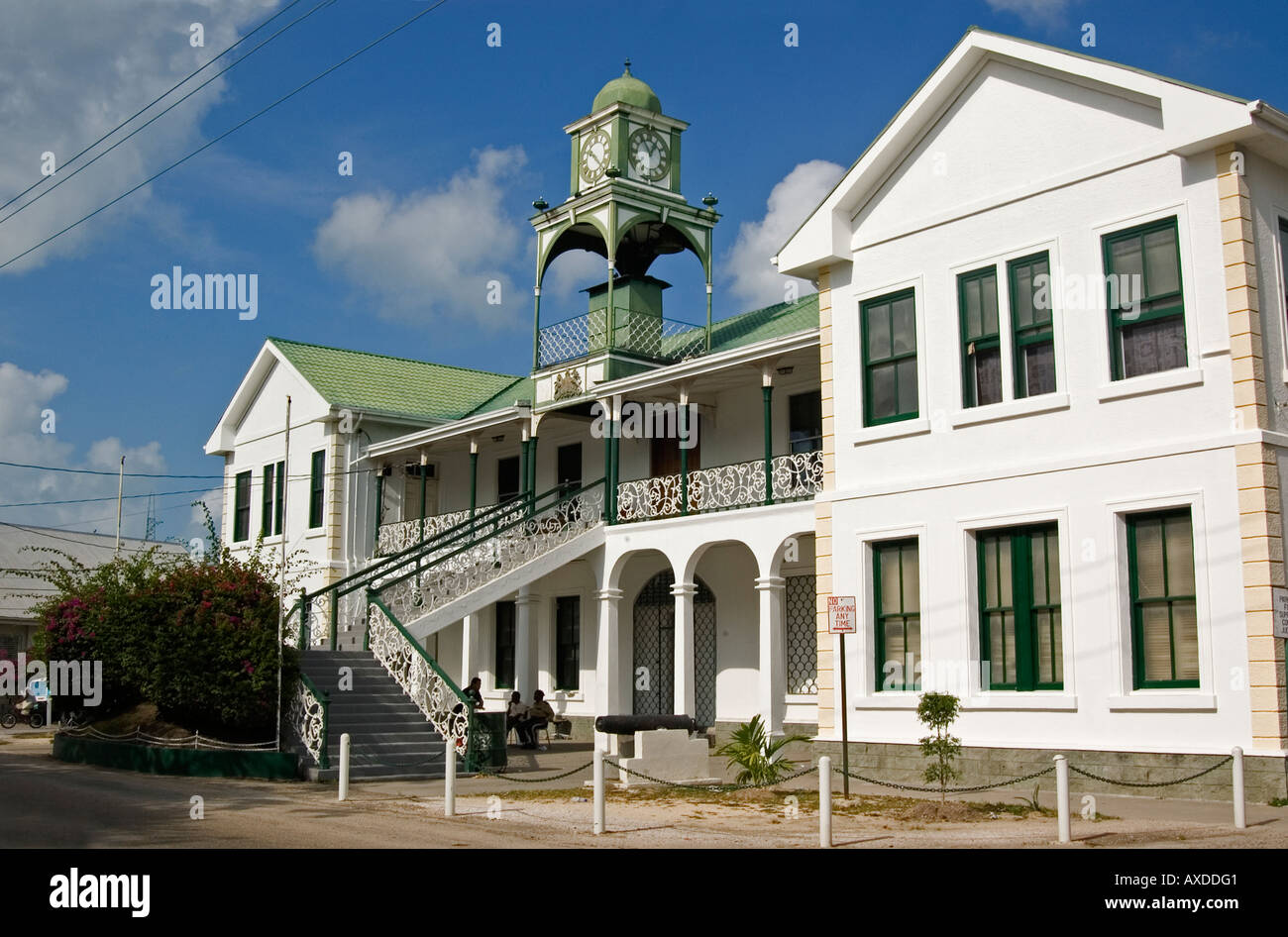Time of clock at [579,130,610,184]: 10:22
